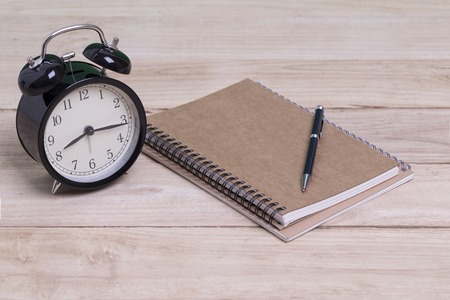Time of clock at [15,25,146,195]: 8:16
